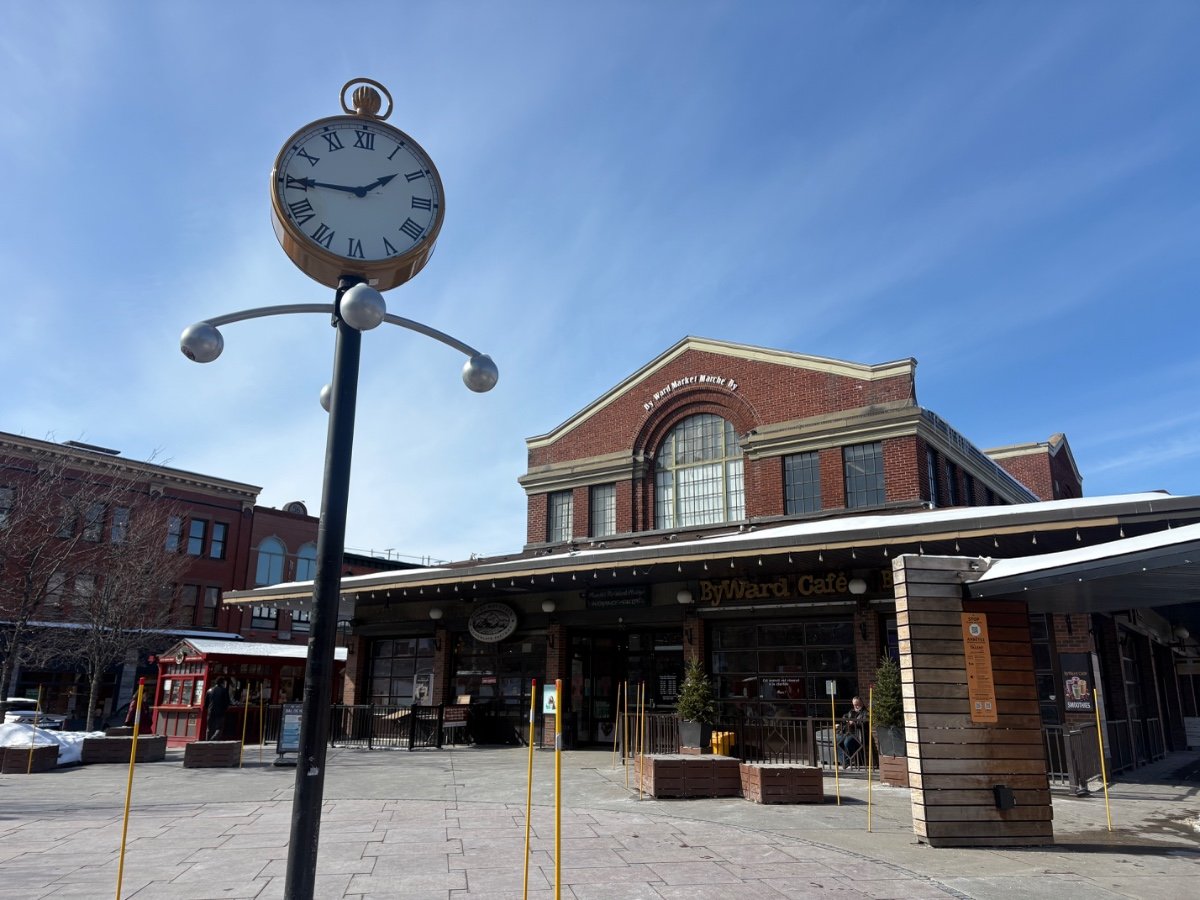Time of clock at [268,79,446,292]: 1:45
